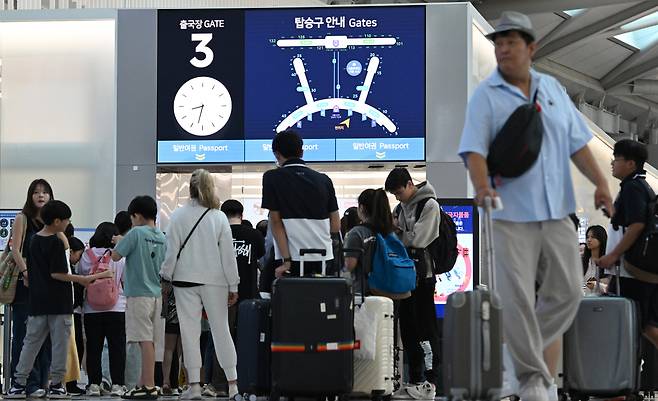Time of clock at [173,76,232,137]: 8:32
